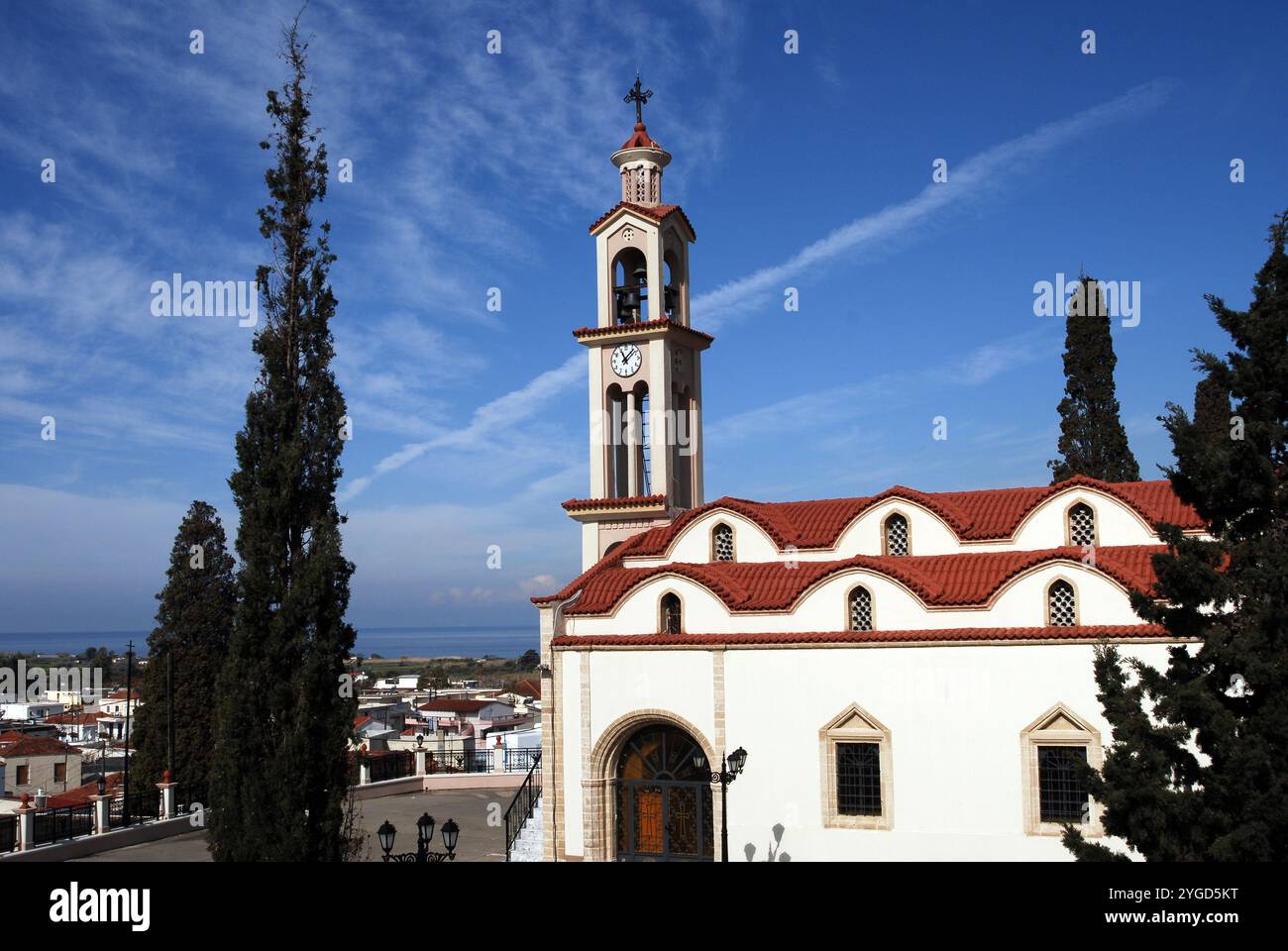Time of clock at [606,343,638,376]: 11:07
